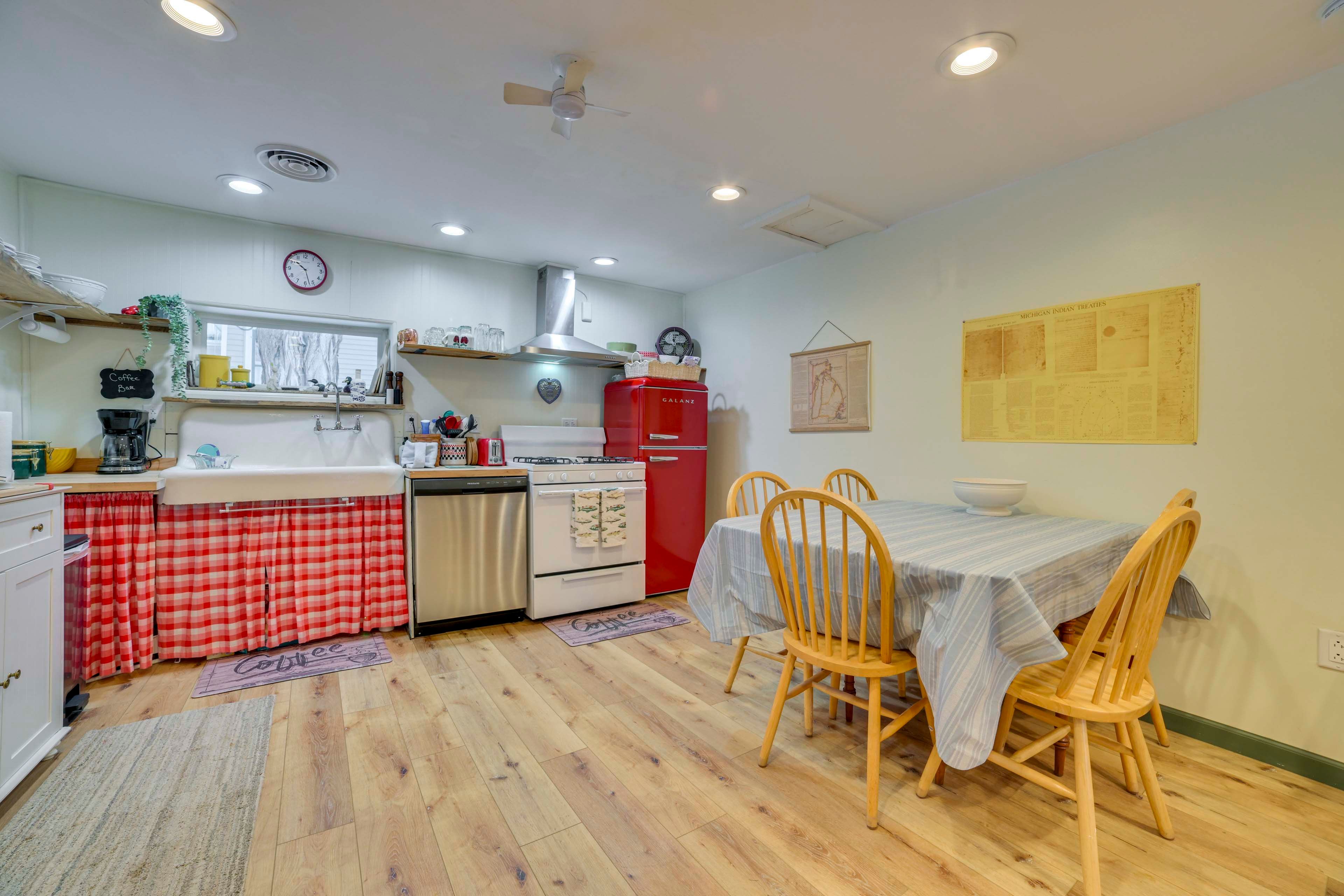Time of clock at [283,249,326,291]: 10:27
